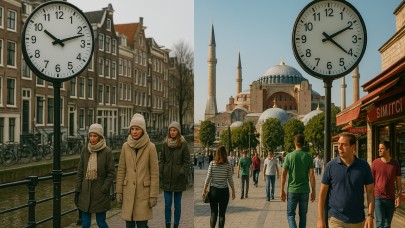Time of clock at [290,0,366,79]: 4:10
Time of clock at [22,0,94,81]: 10:12
